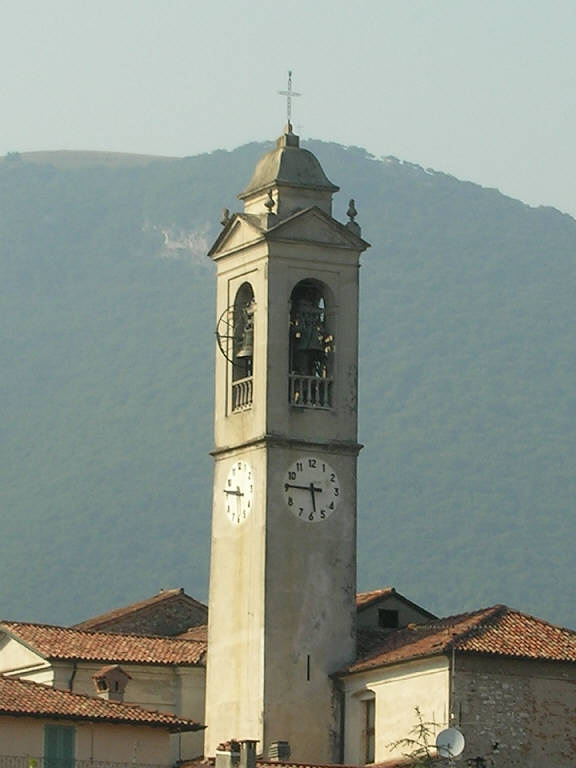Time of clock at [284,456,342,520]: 5:45
